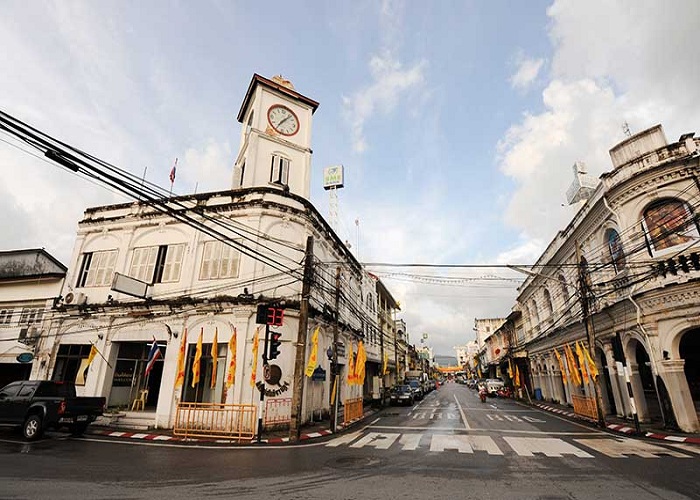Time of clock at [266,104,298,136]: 7:06
